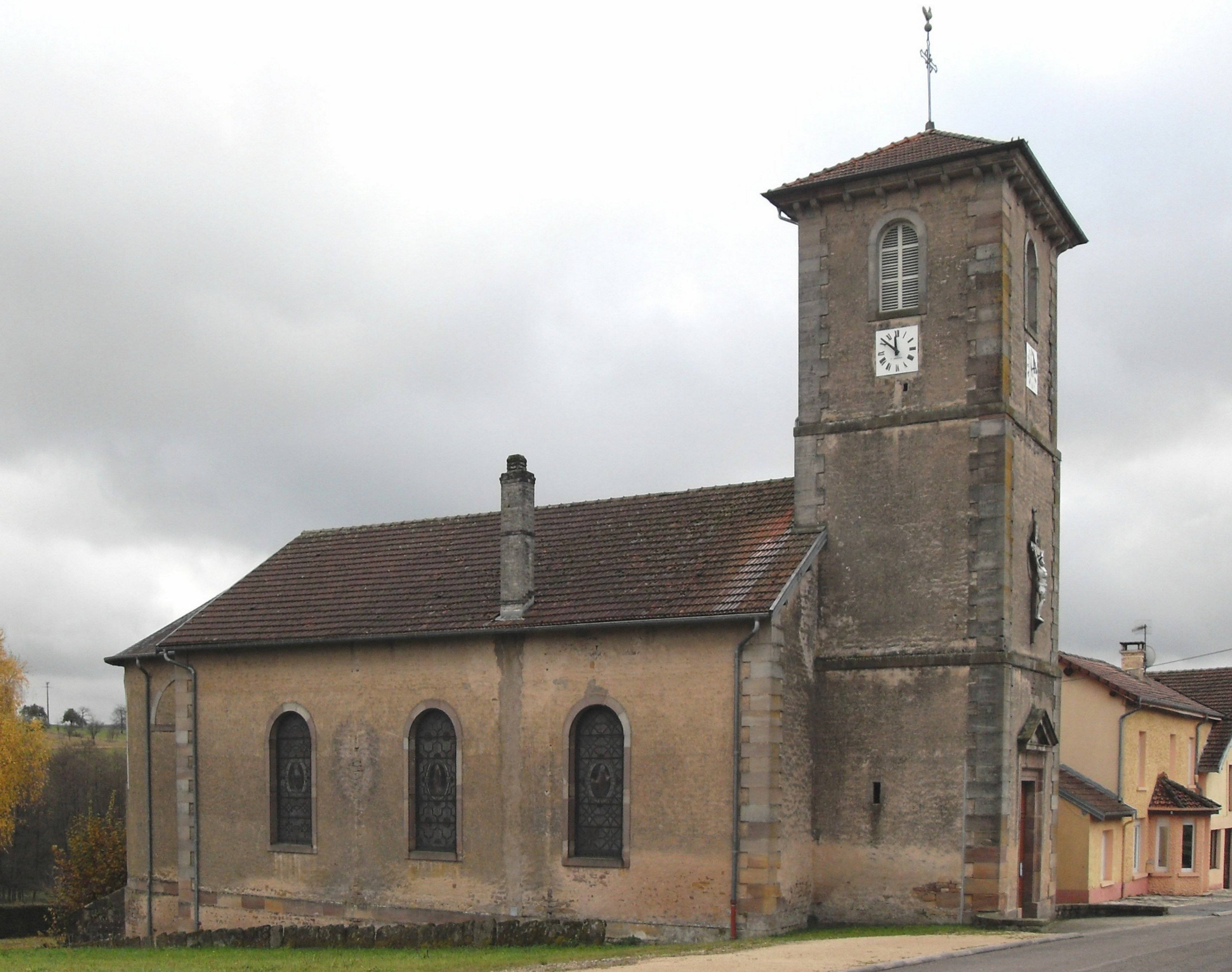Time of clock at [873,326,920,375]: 11:51
